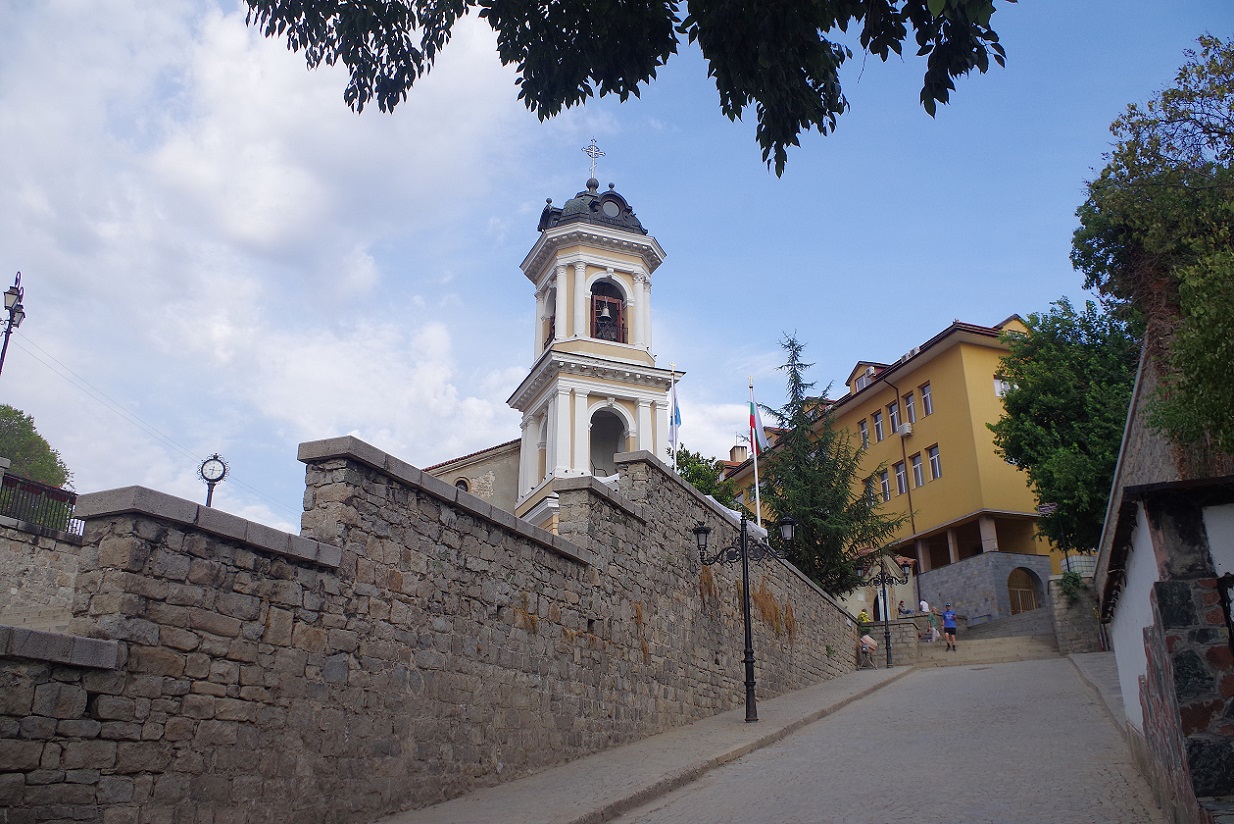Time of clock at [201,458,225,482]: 6:15
